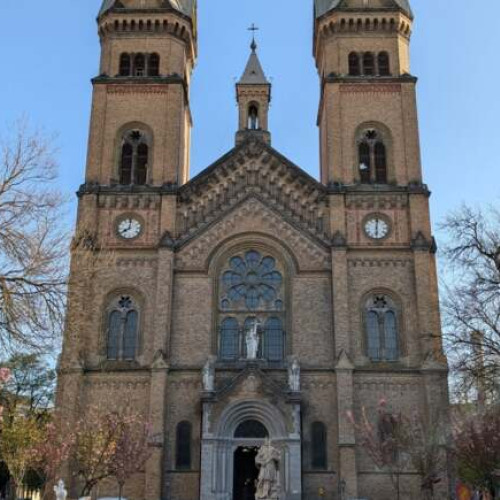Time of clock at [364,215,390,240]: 6:01
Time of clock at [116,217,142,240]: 8:01
